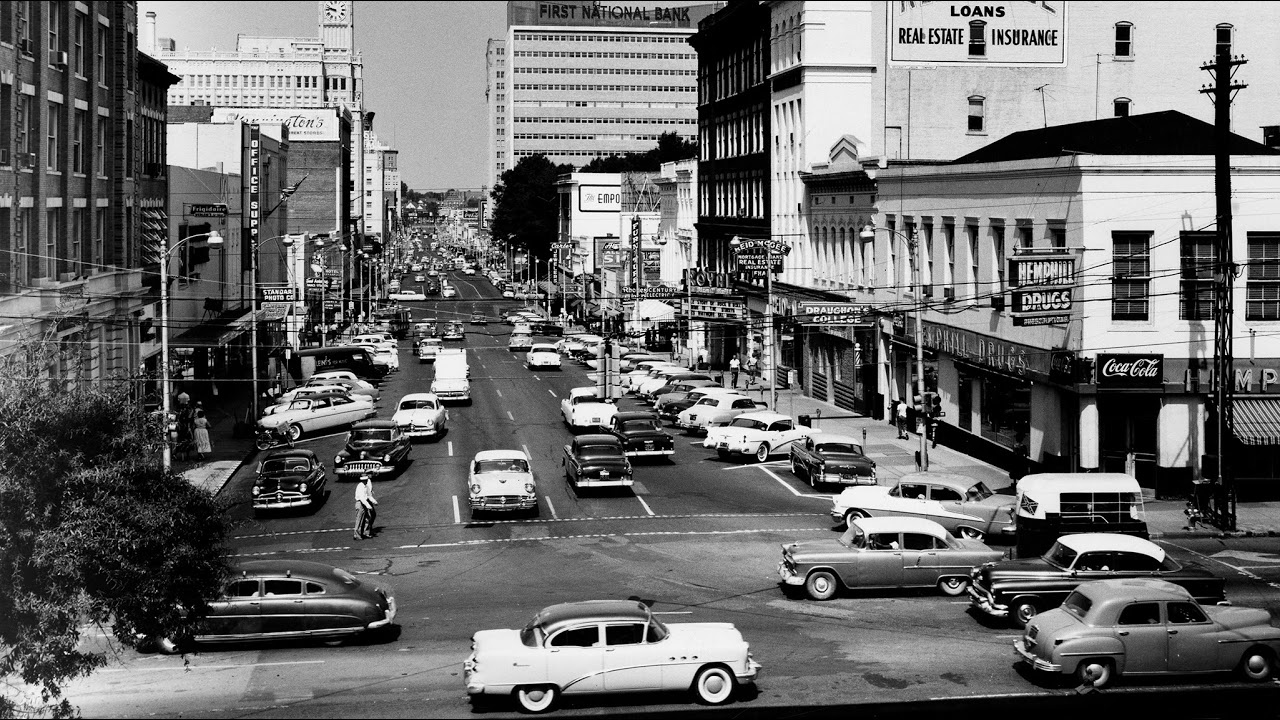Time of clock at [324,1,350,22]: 9:47
